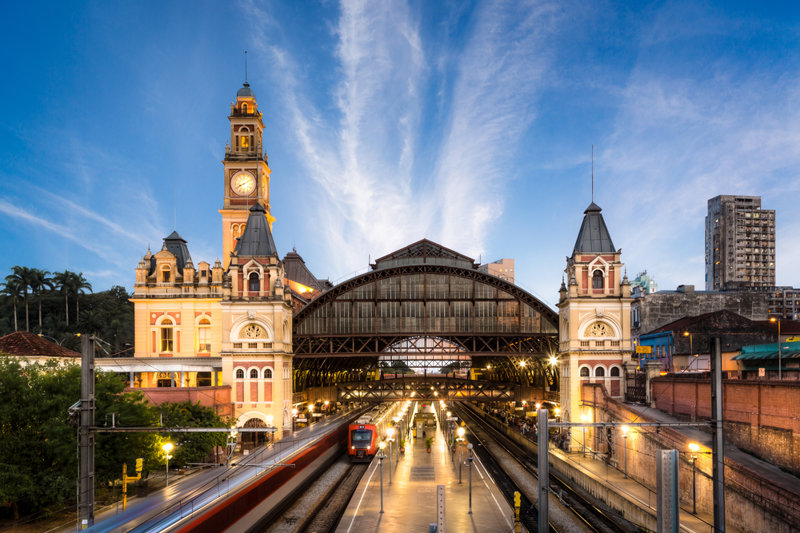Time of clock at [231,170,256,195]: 8:09
